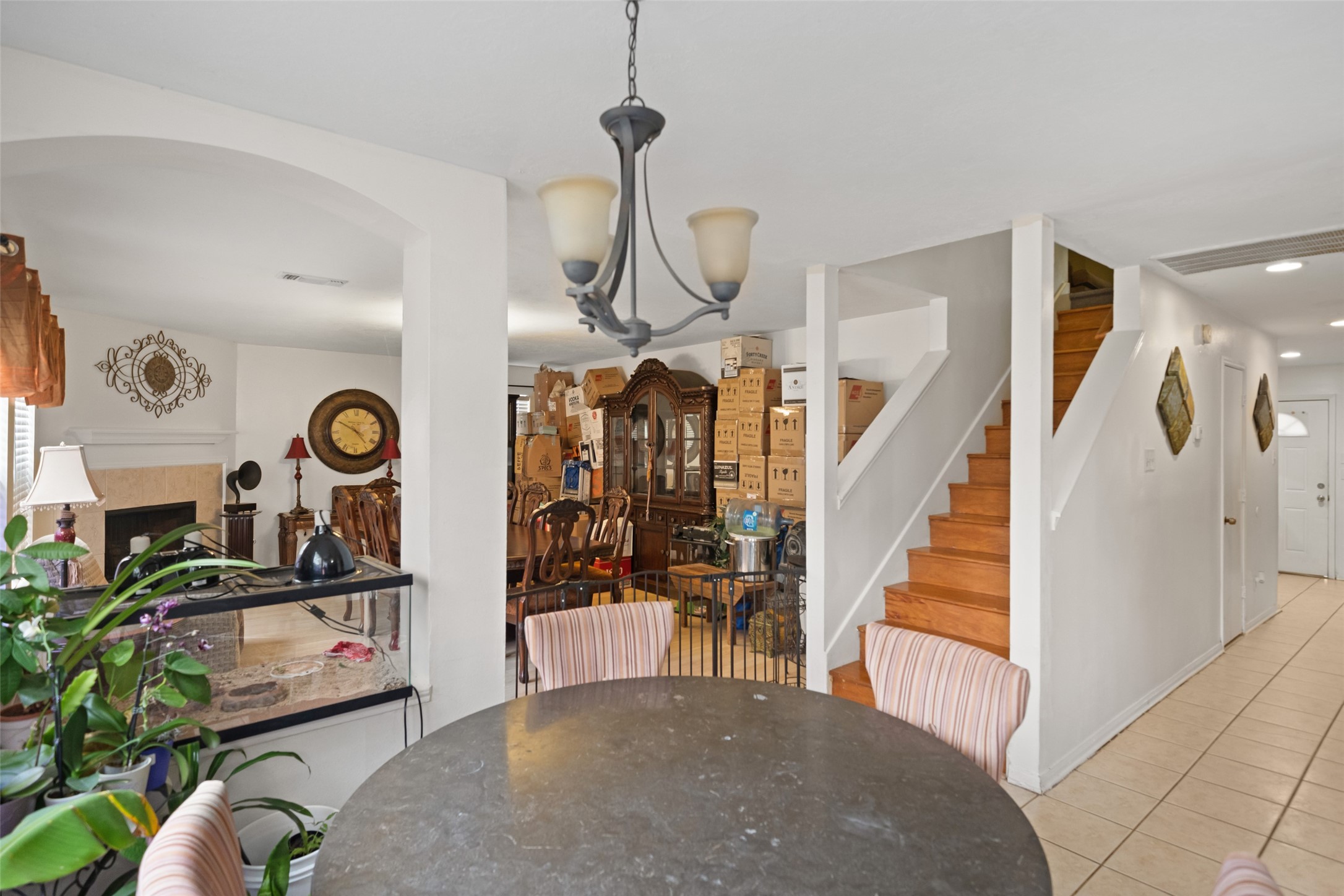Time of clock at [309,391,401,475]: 4:50
